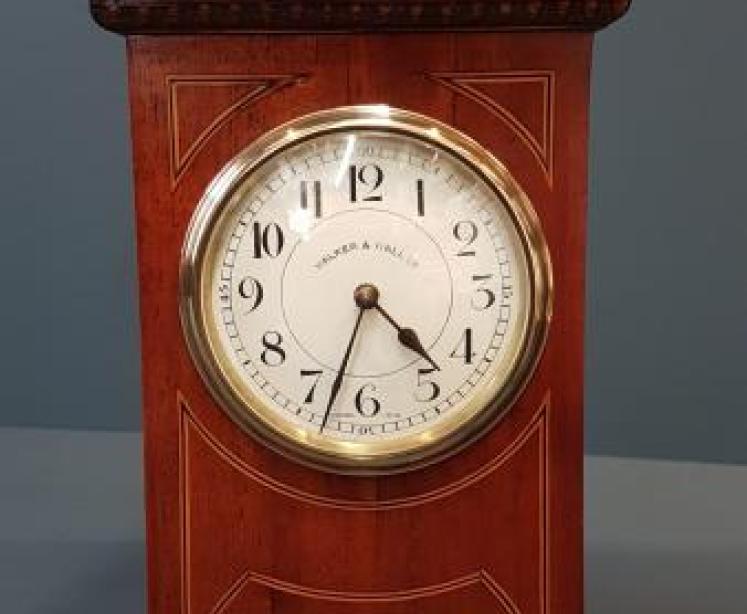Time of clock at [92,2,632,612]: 4:33
